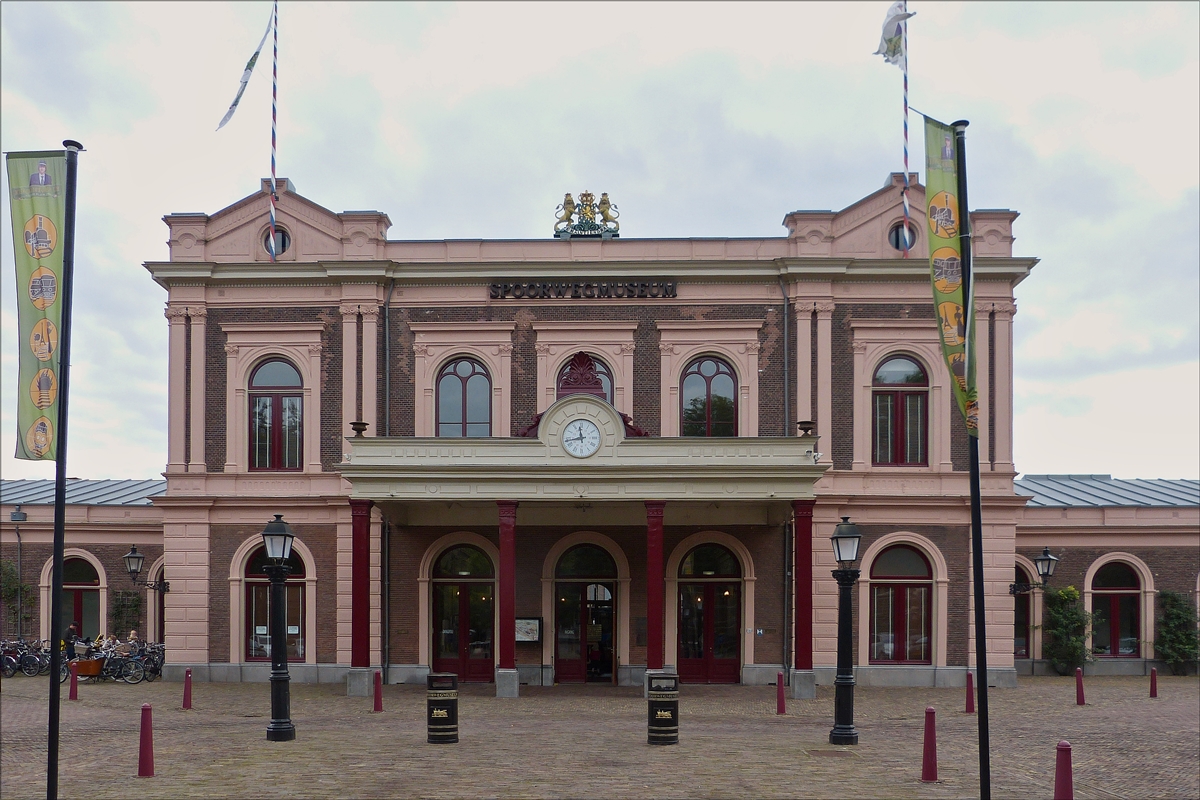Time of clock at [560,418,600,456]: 11:43
